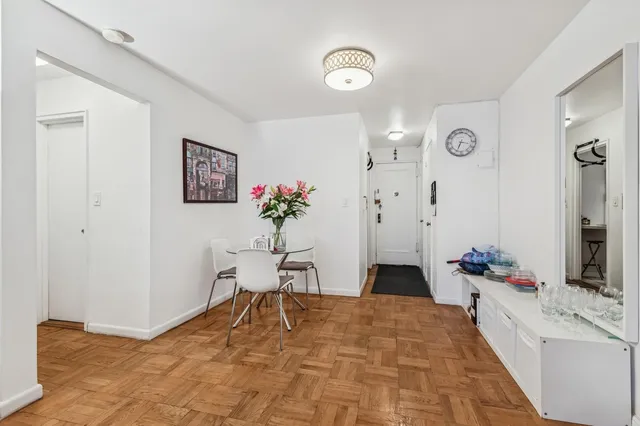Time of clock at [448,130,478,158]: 3:33
